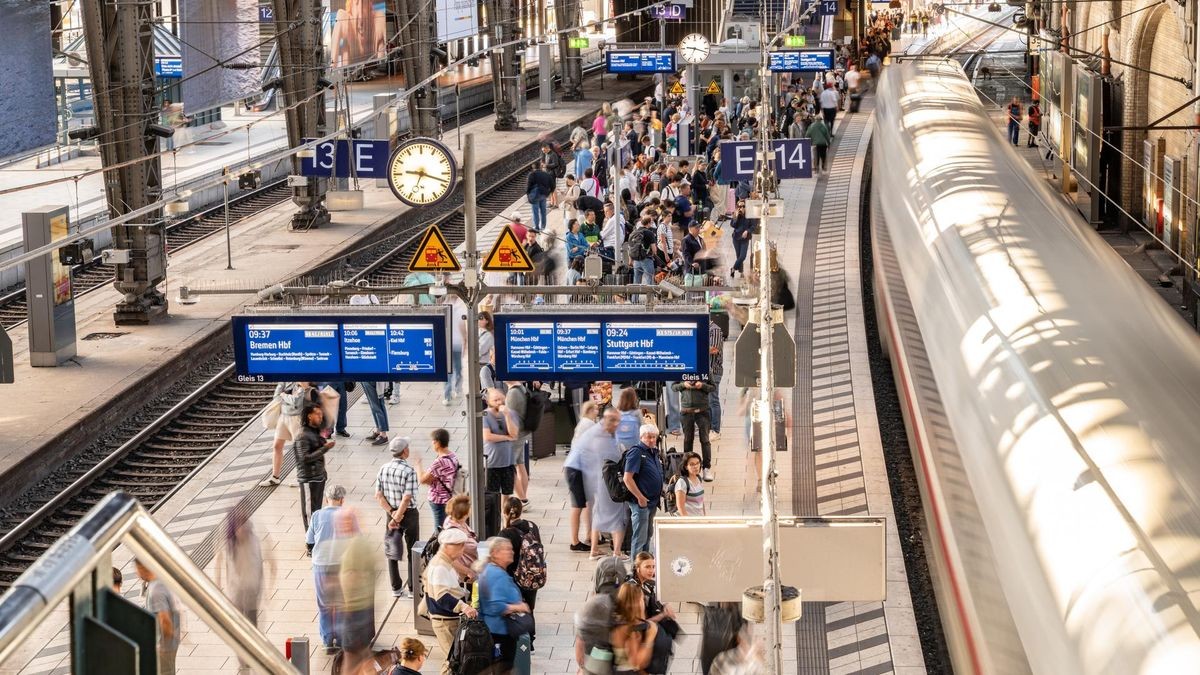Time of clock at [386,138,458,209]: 9:18
